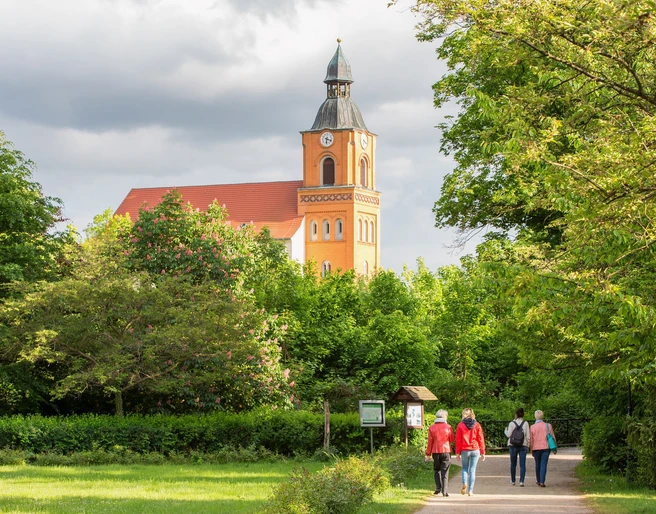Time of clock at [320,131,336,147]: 6:18
